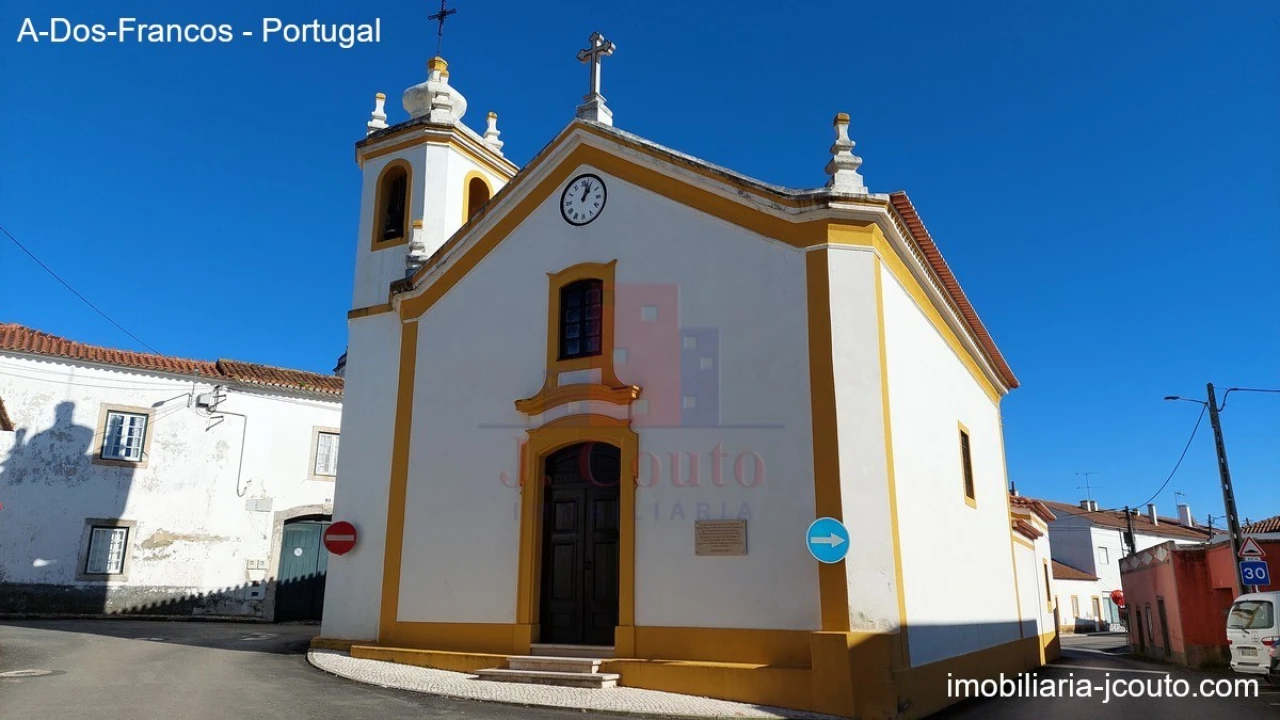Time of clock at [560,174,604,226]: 1:02
